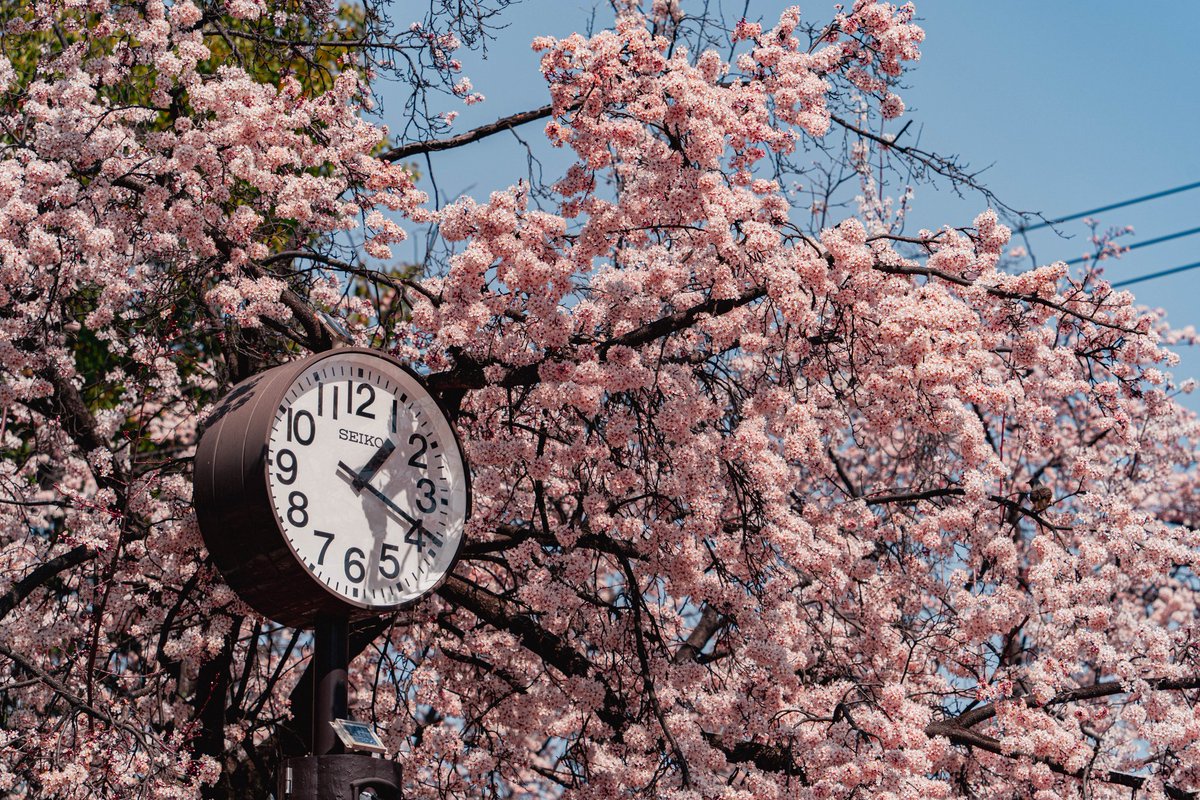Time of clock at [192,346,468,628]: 1:19
